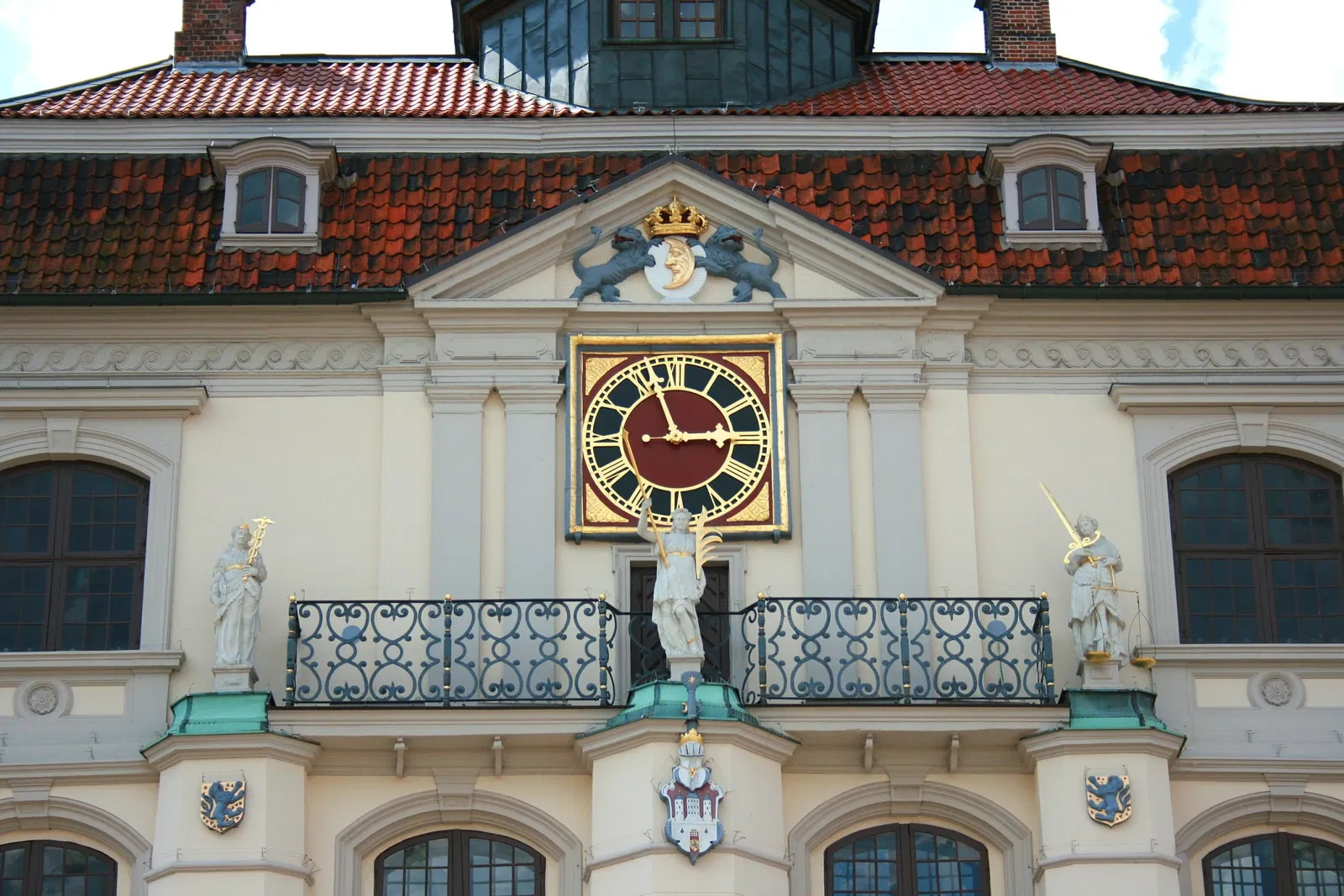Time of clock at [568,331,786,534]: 2:56
